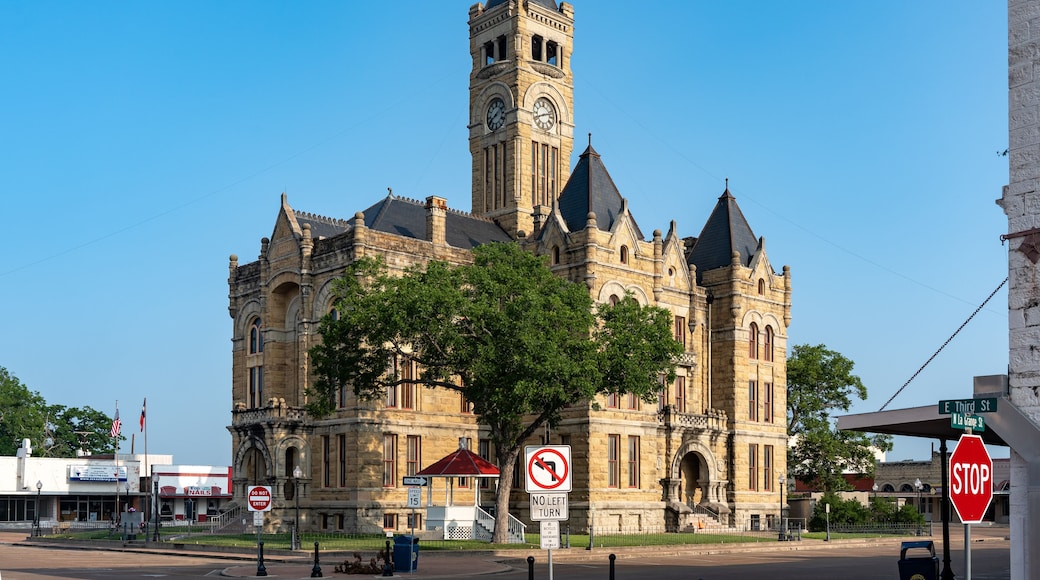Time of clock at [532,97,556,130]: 8:12
